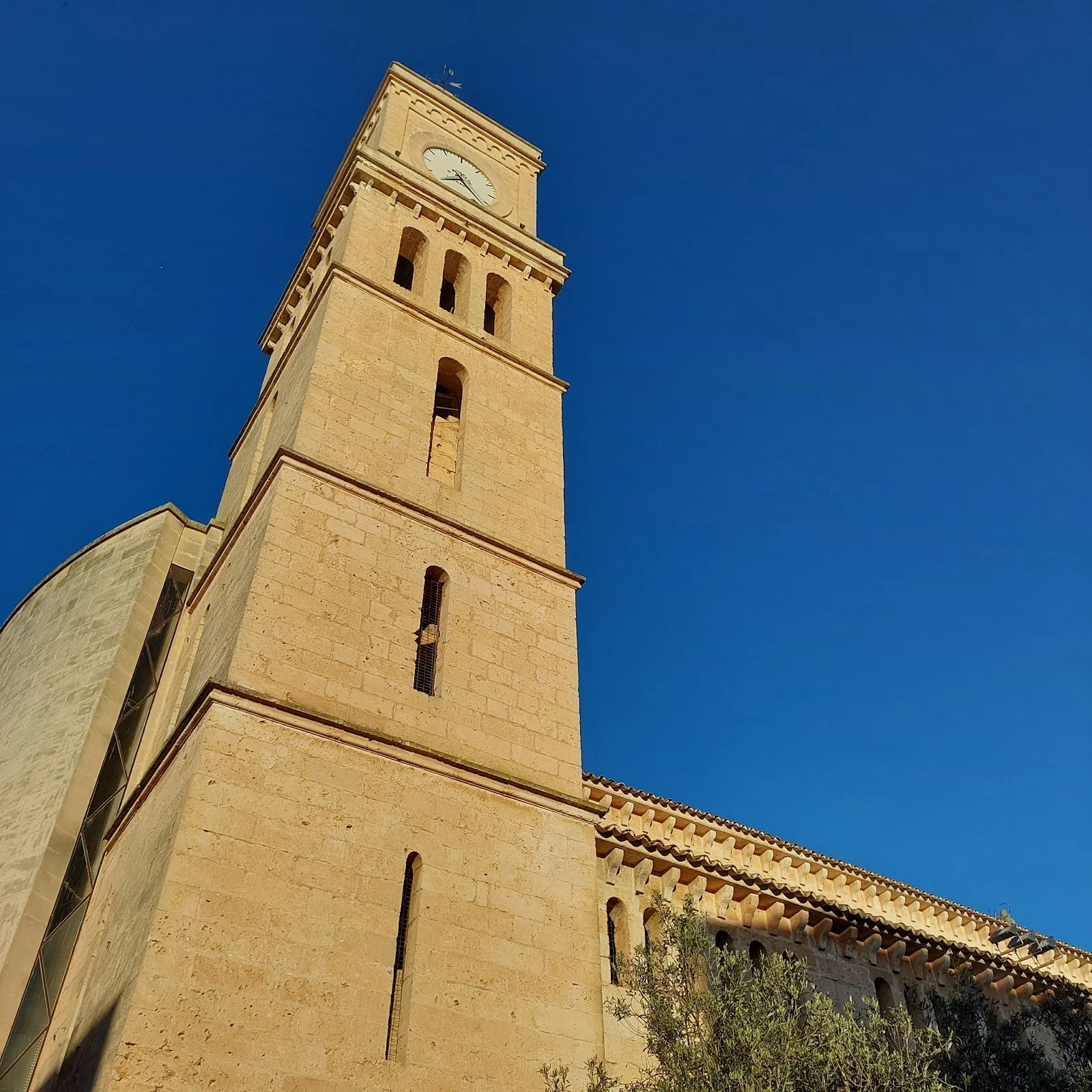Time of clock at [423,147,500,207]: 8:27
